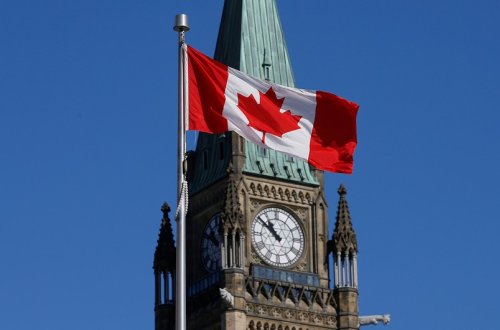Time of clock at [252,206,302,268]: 10:51
